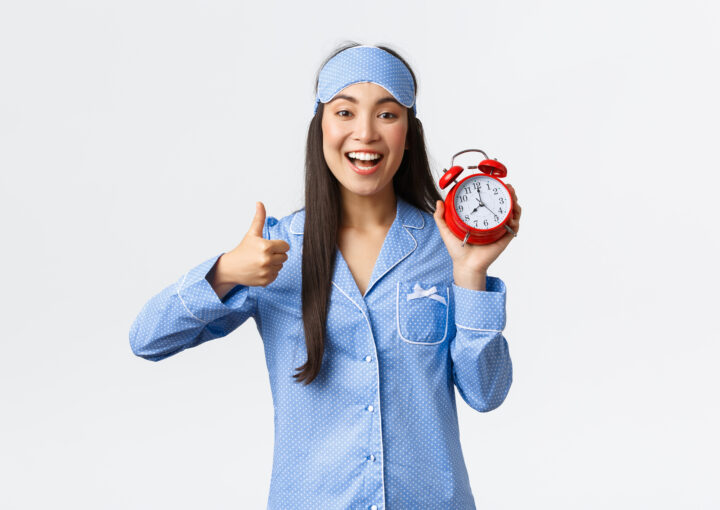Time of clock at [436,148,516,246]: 8:01
